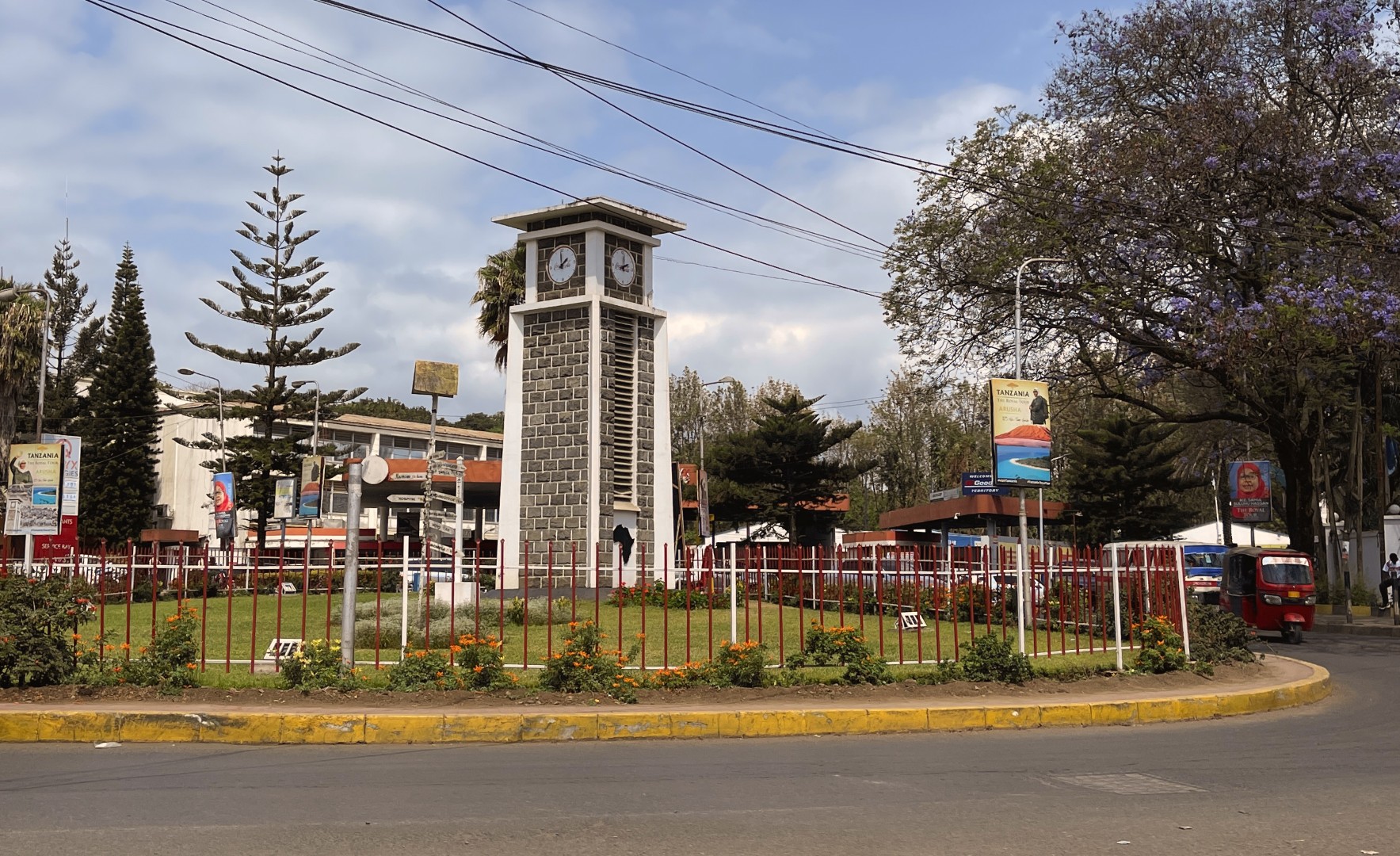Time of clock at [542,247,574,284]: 1:59
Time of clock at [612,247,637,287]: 2:01
